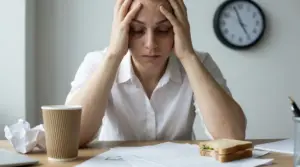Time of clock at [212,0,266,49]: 4:56
